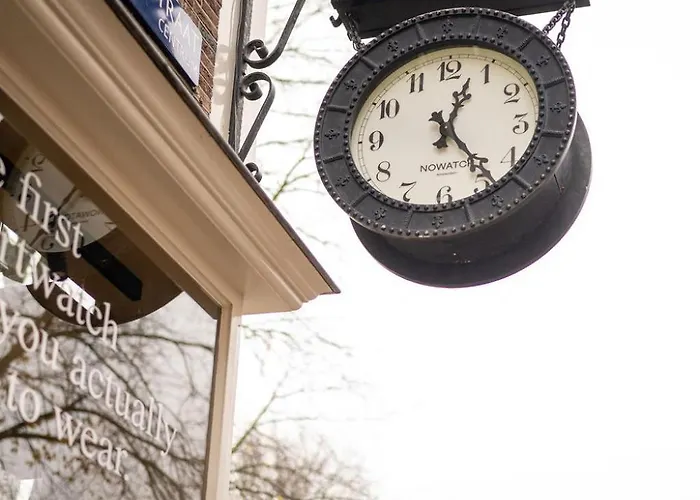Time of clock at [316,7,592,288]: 12:23
